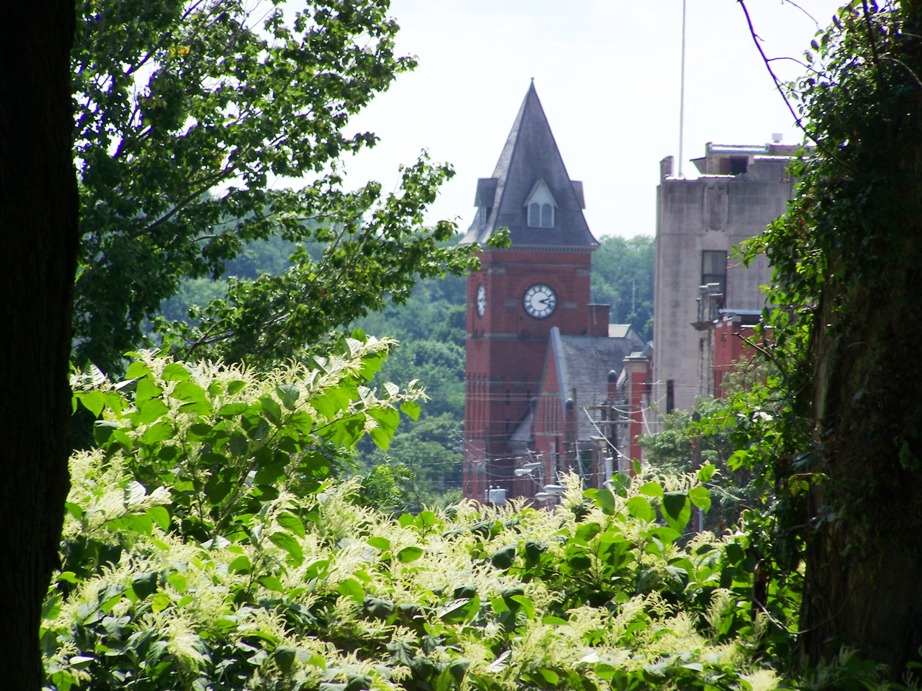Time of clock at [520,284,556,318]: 2:18
